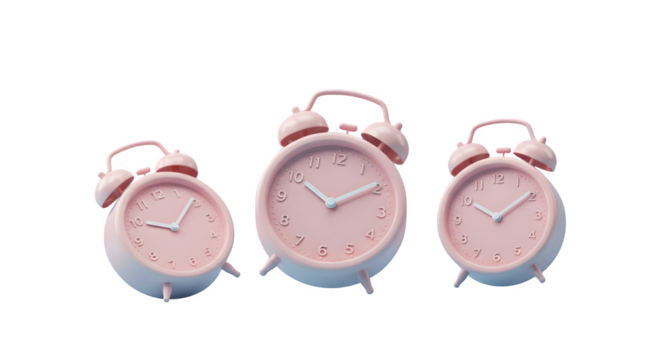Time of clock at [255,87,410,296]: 10:09
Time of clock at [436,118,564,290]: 10:09
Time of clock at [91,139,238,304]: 9:09
